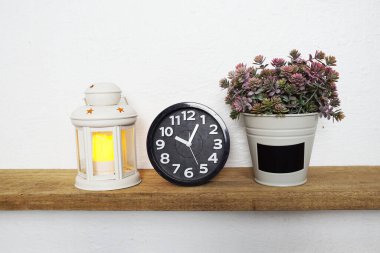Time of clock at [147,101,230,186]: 10:04
